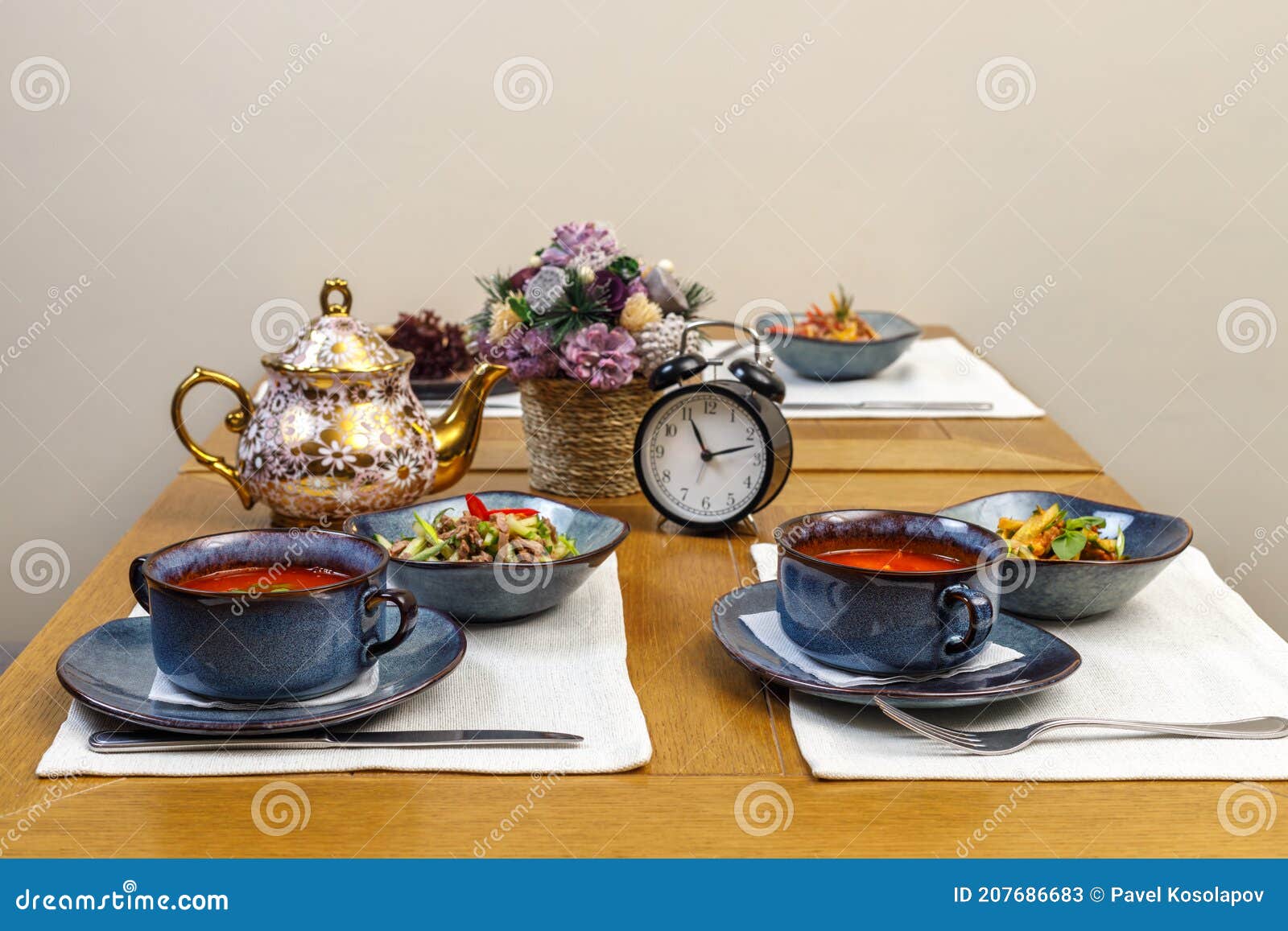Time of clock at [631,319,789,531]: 11:12
